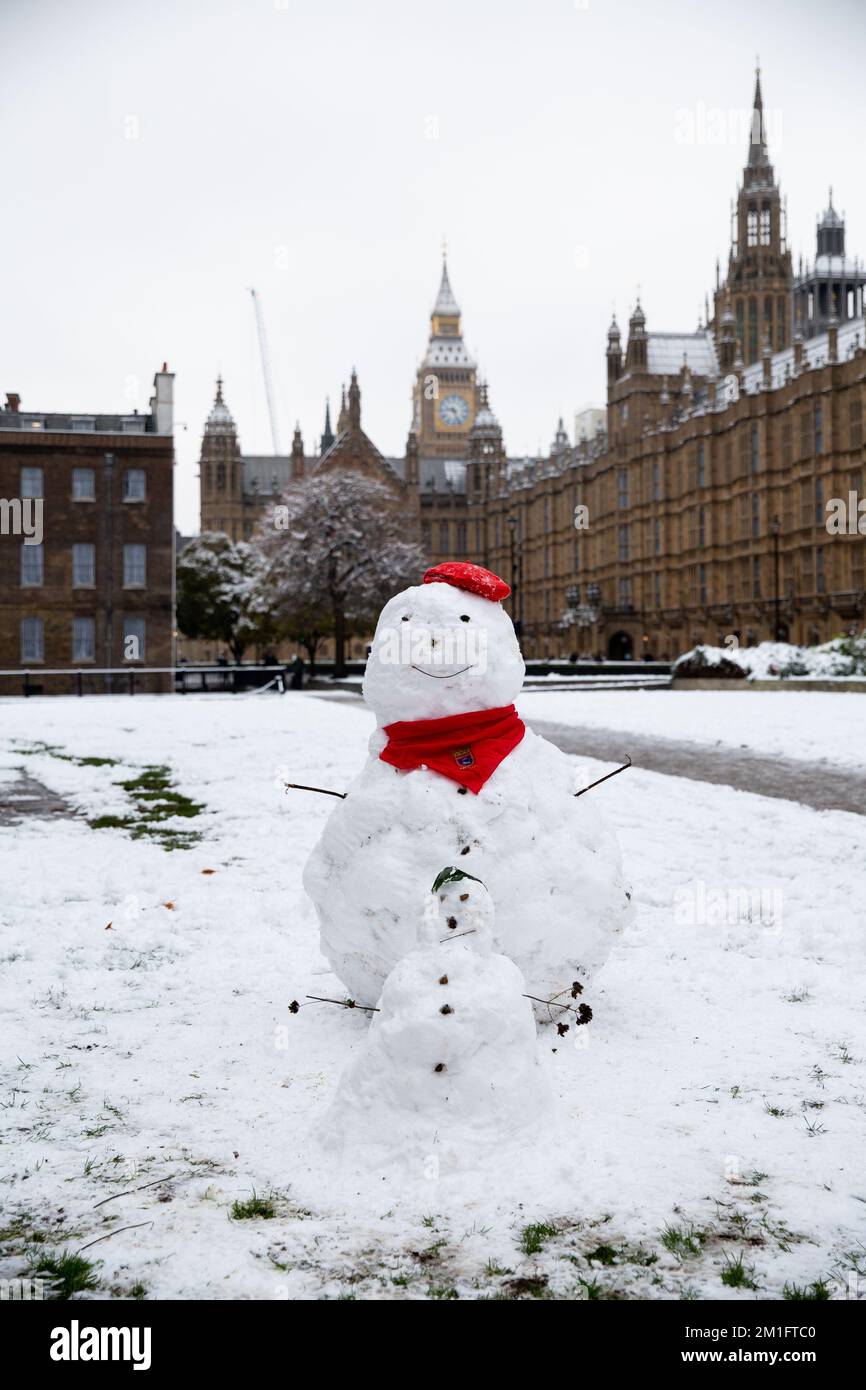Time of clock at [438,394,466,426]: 9:26
